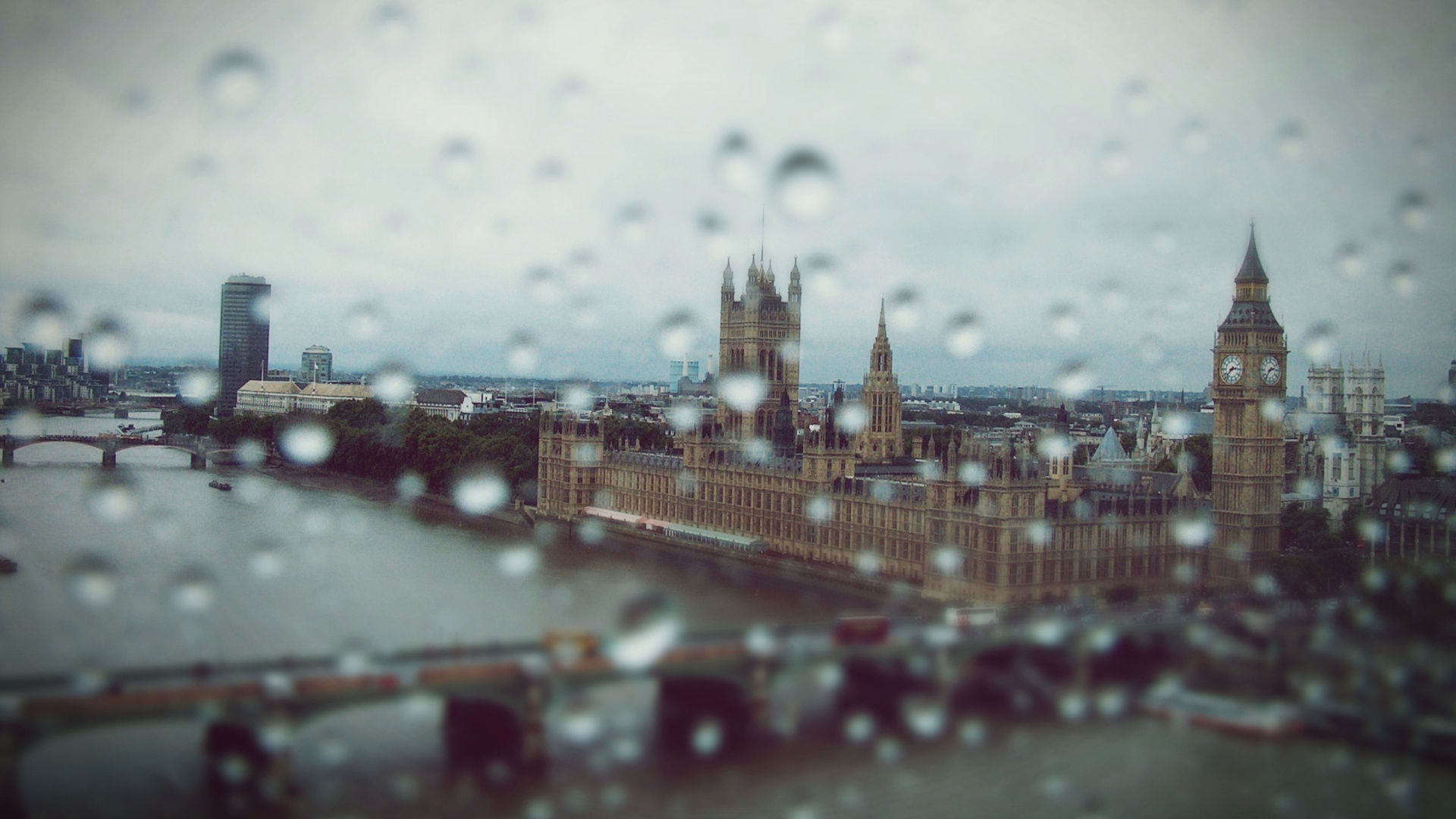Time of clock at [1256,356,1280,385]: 2:36
